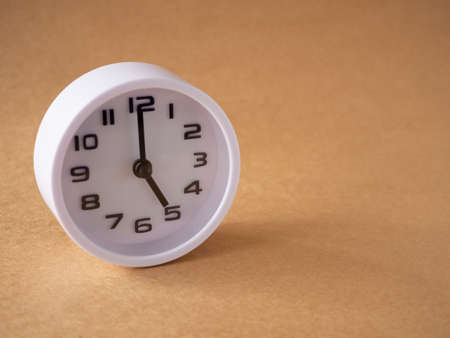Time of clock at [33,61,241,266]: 5:00
